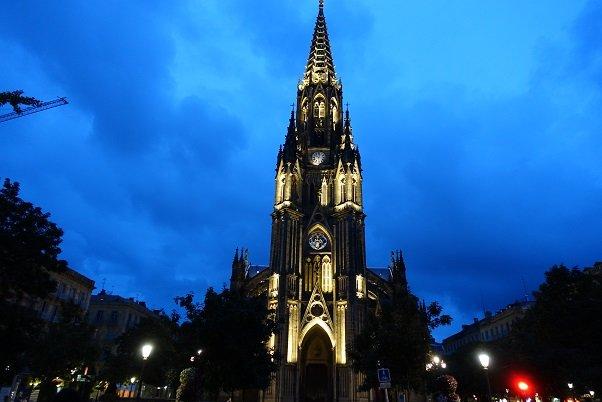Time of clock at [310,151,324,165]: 10:02
